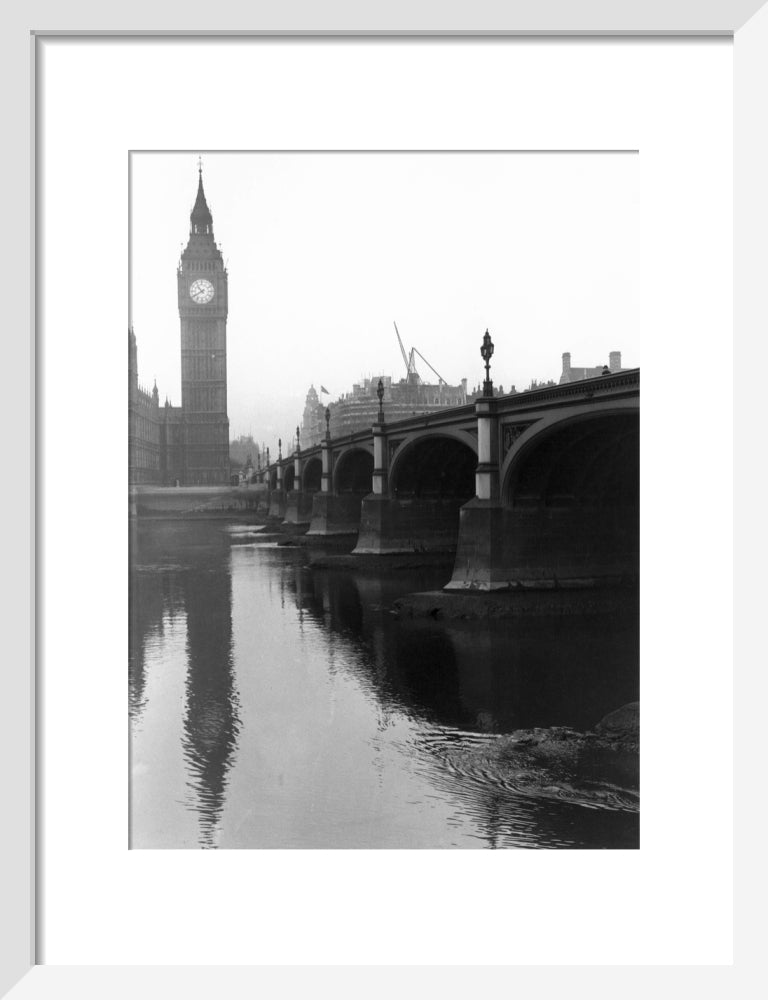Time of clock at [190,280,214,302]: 10:40
